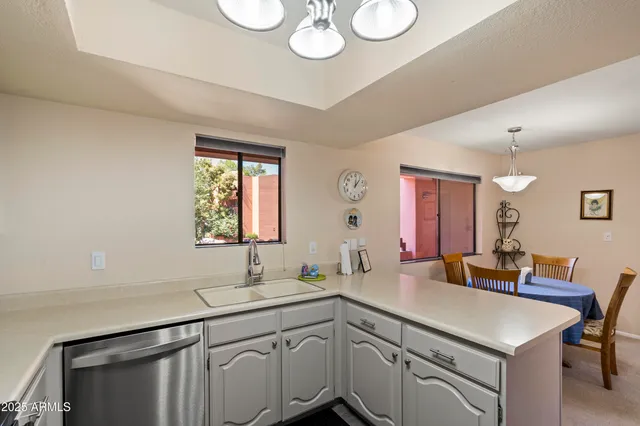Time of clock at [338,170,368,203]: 12:06
